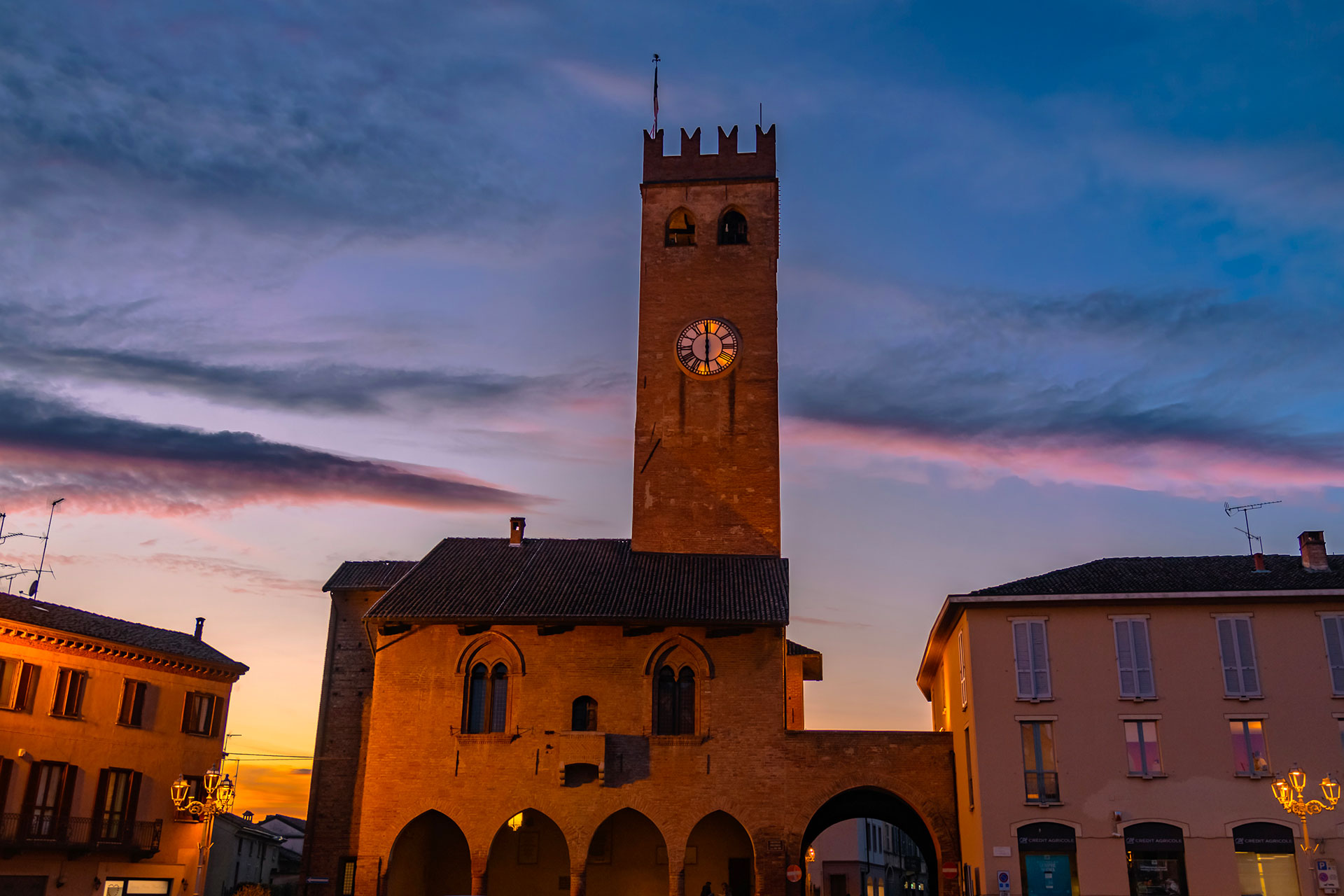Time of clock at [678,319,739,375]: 5:59
